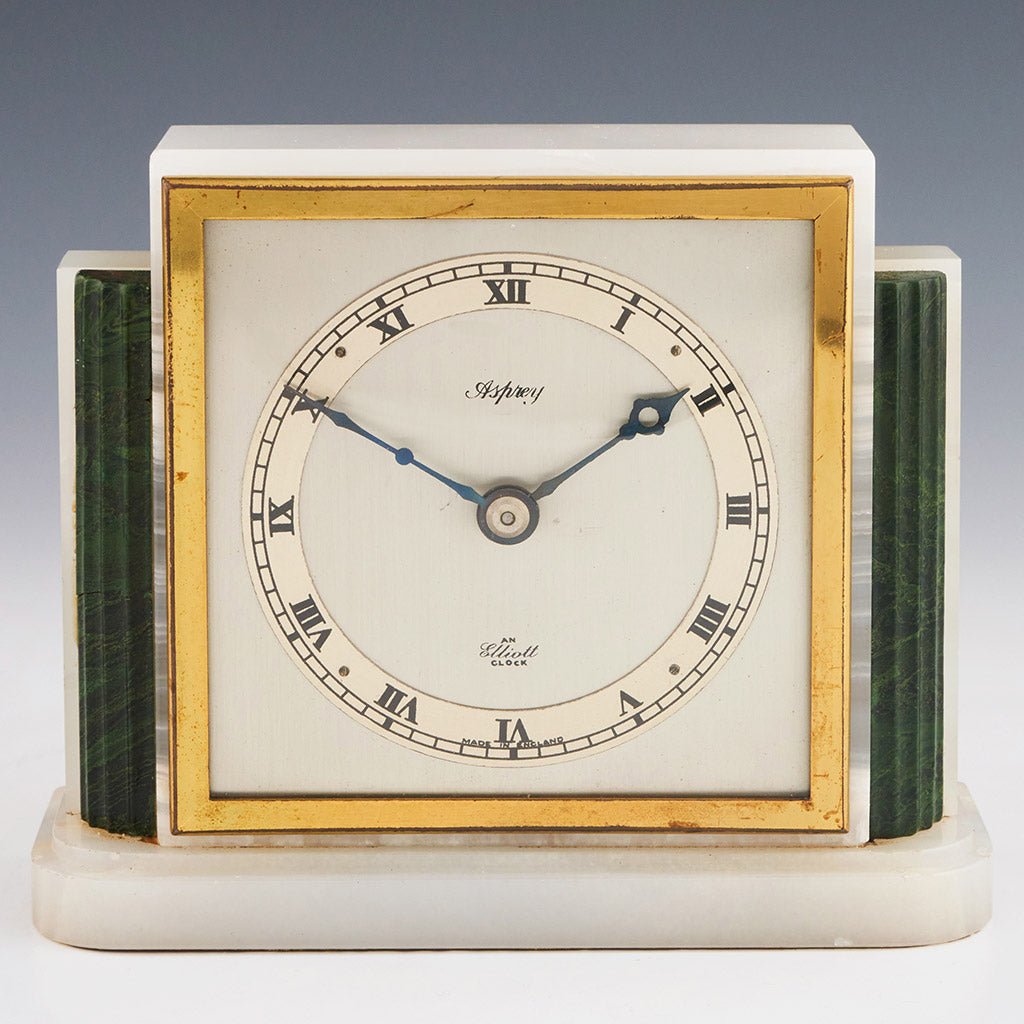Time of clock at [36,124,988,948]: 1:50
